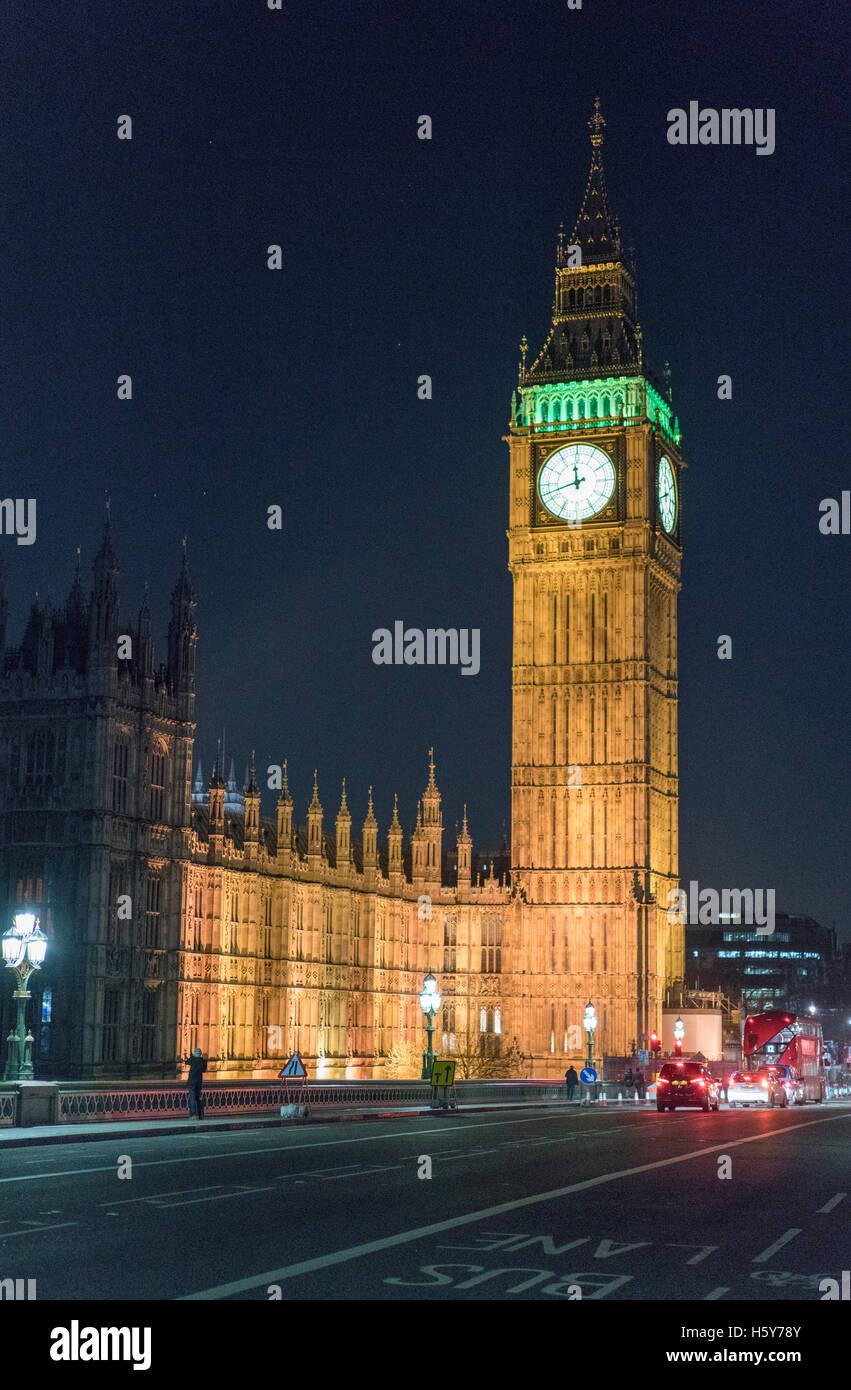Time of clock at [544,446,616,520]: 11:42
